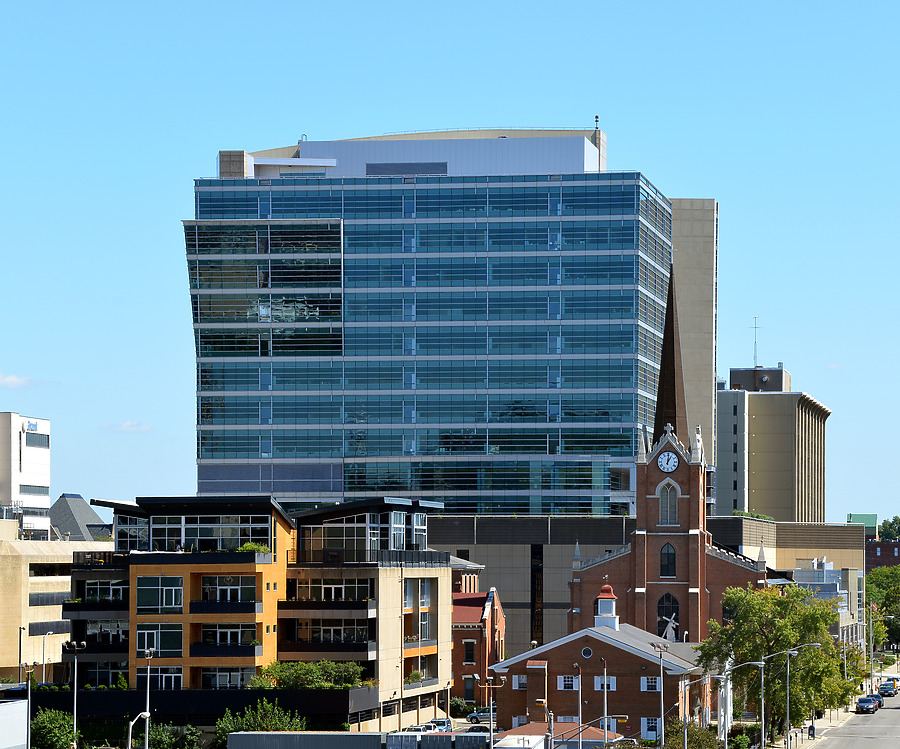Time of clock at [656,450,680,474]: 1:01
